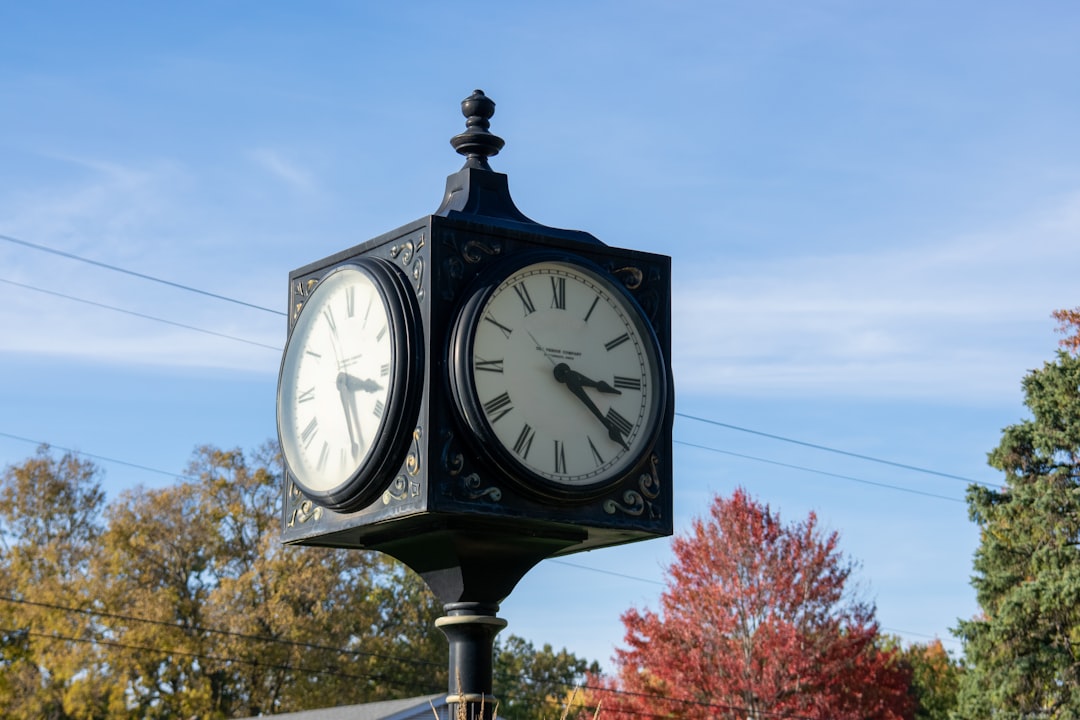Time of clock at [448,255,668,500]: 3:21
